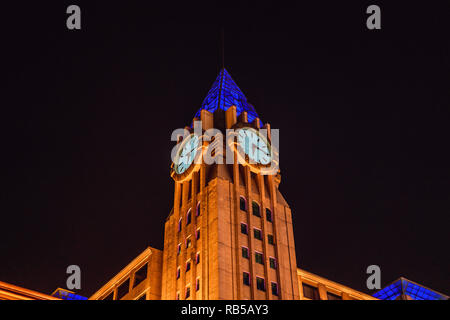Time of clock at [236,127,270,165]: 12:19
